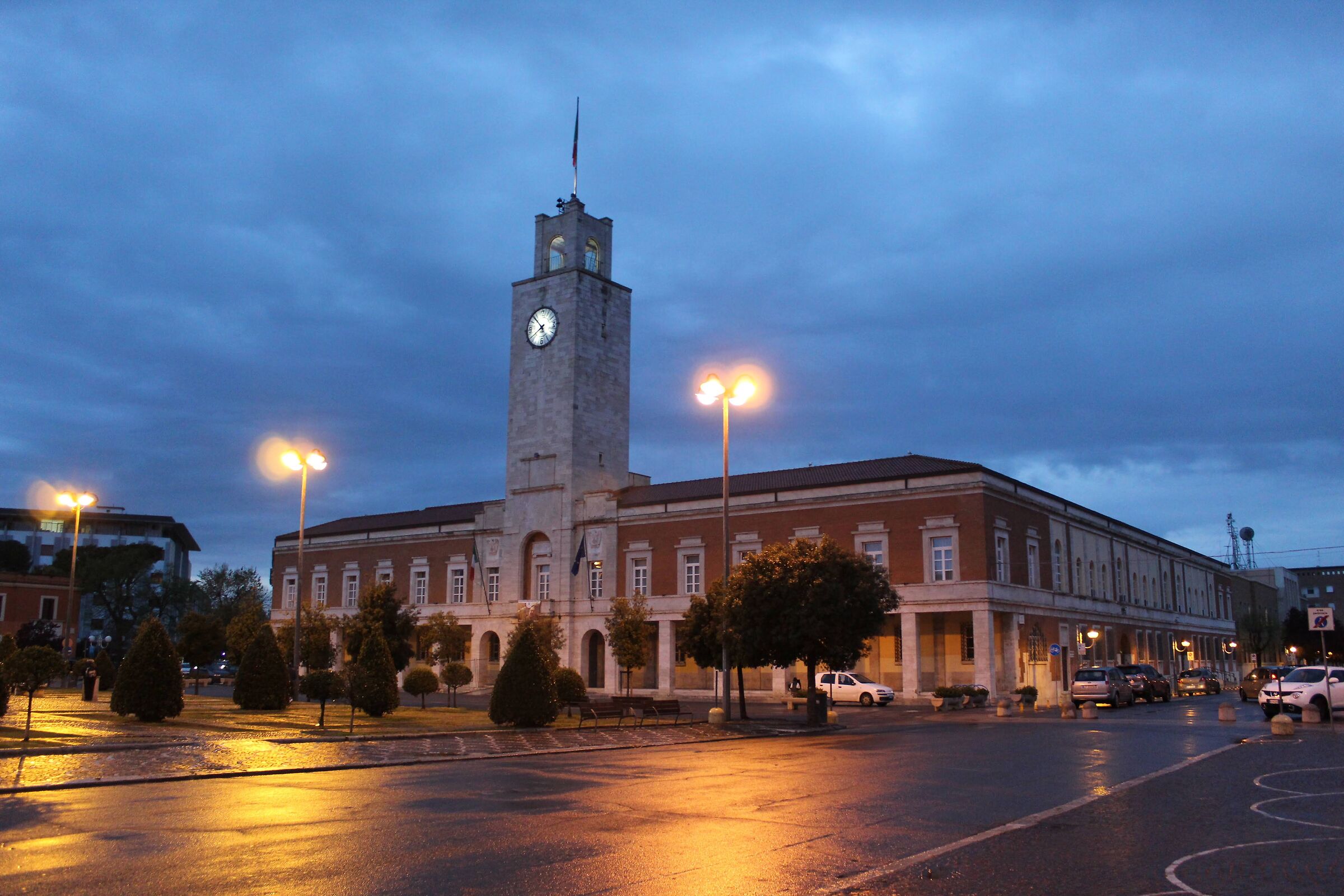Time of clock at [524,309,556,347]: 7:53
